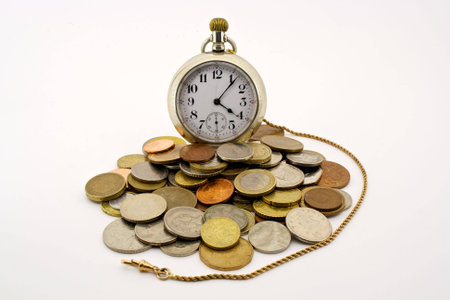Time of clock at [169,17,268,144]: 4:06
